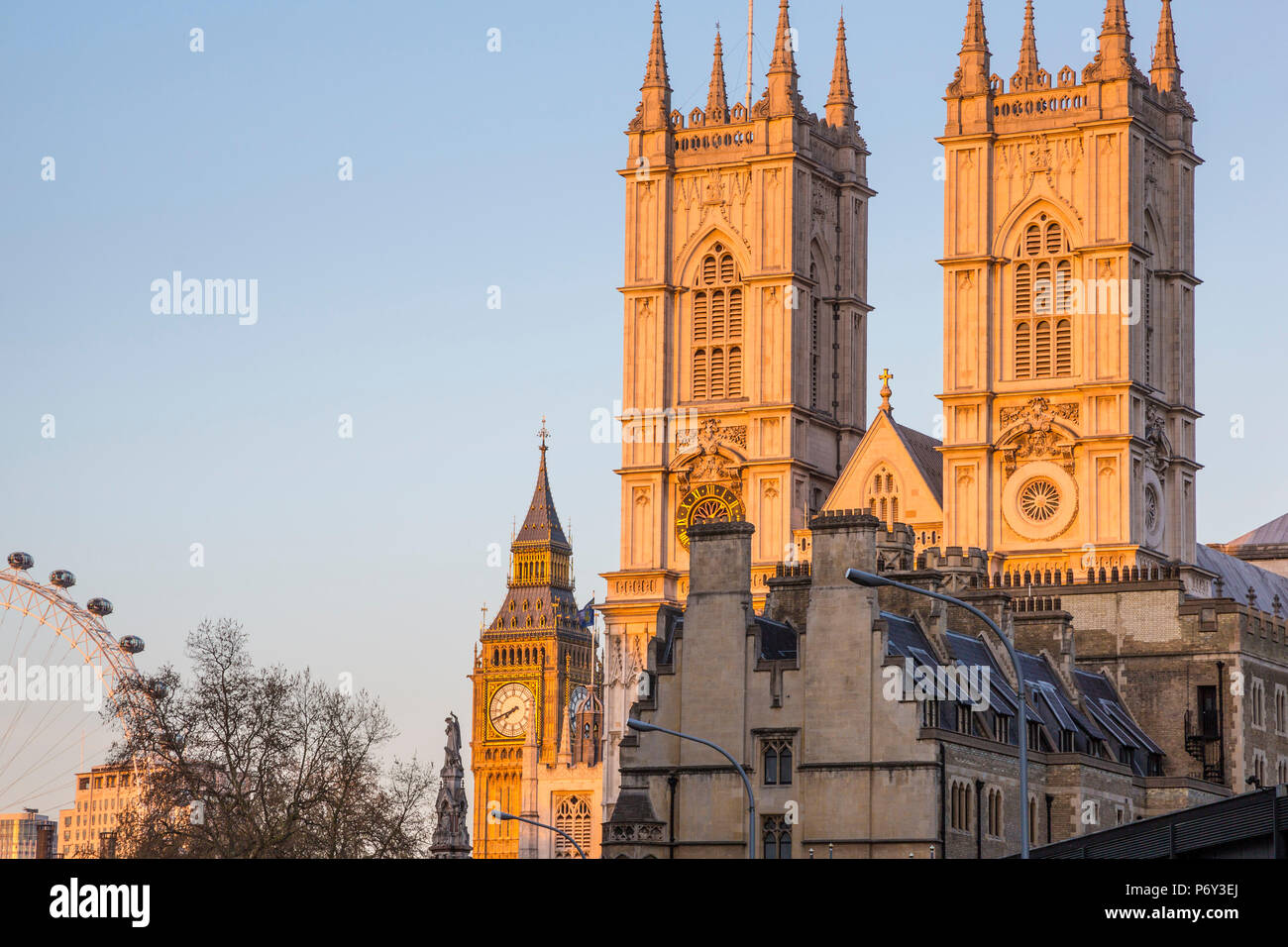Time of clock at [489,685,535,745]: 7:41
